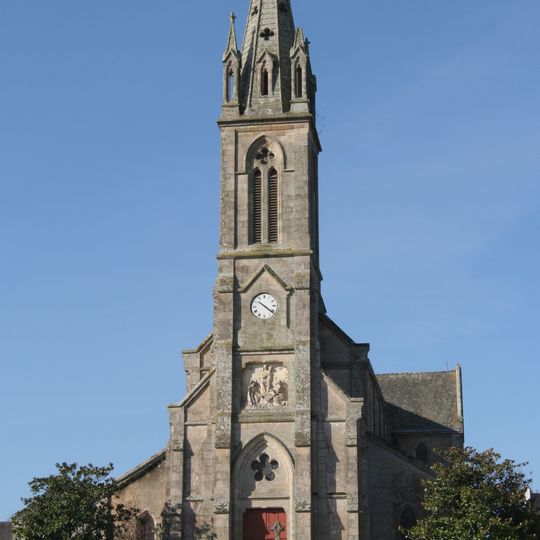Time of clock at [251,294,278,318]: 10:21
